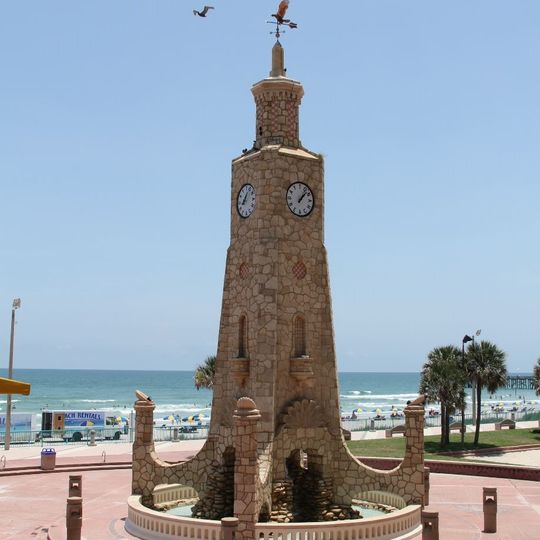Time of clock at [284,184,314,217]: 1:07
